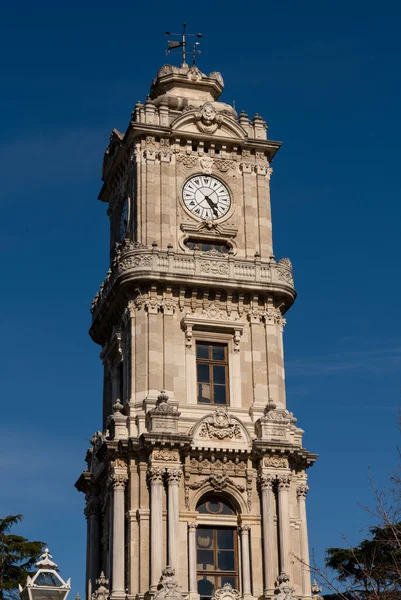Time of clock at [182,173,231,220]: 4:25
